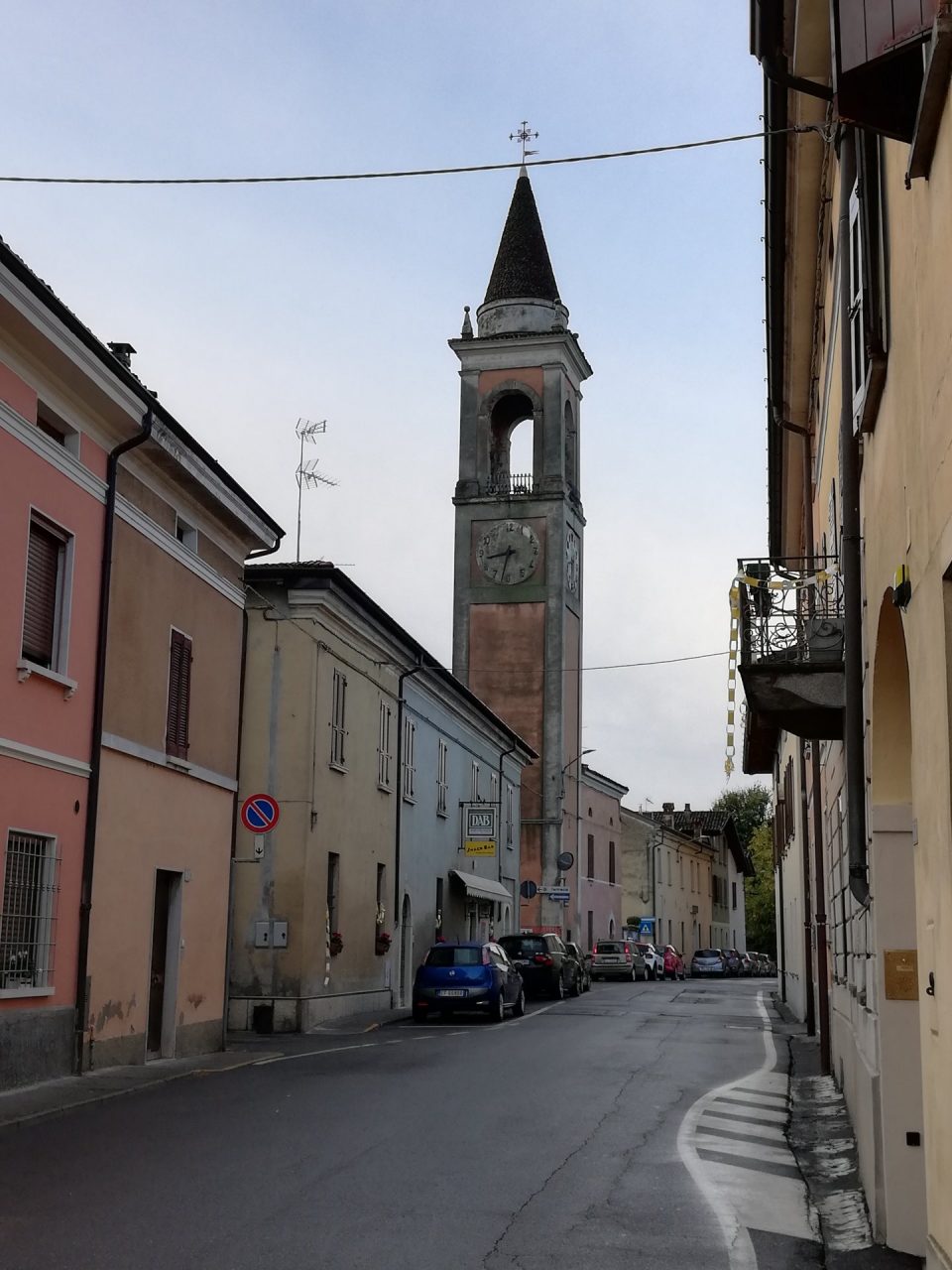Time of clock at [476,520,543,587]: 8:32
